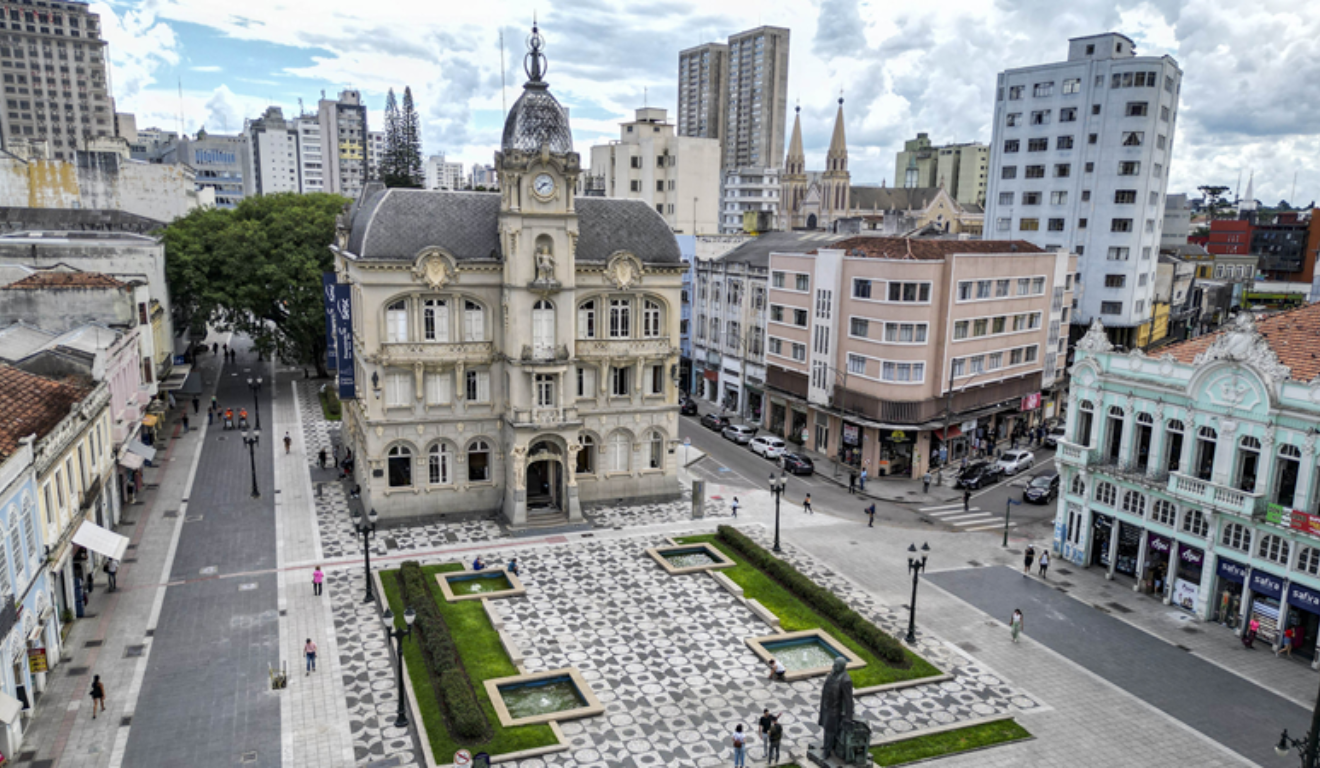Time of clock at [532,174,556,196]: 2:37
